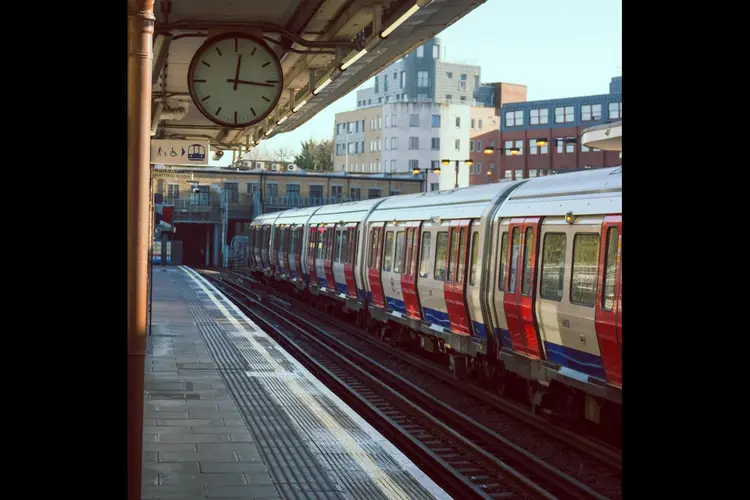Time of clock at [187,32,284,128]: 12:16
